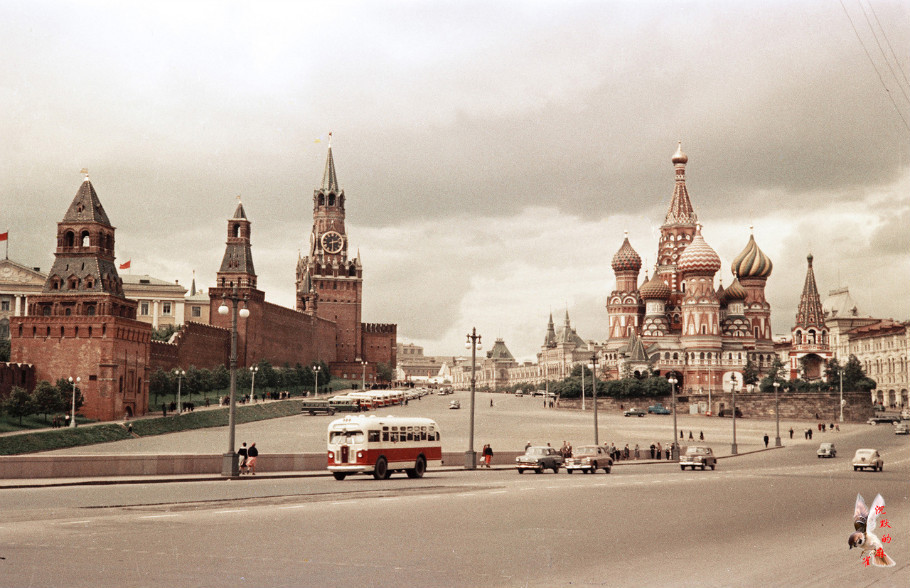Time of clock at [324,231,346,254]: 2:29
